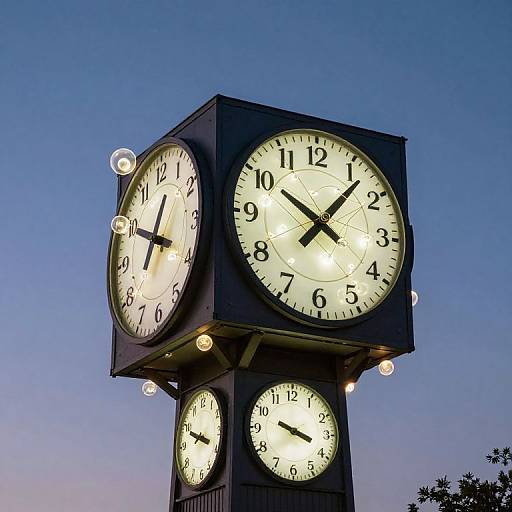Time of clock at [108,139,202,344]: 12:49
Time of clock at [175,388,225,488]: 3:48
